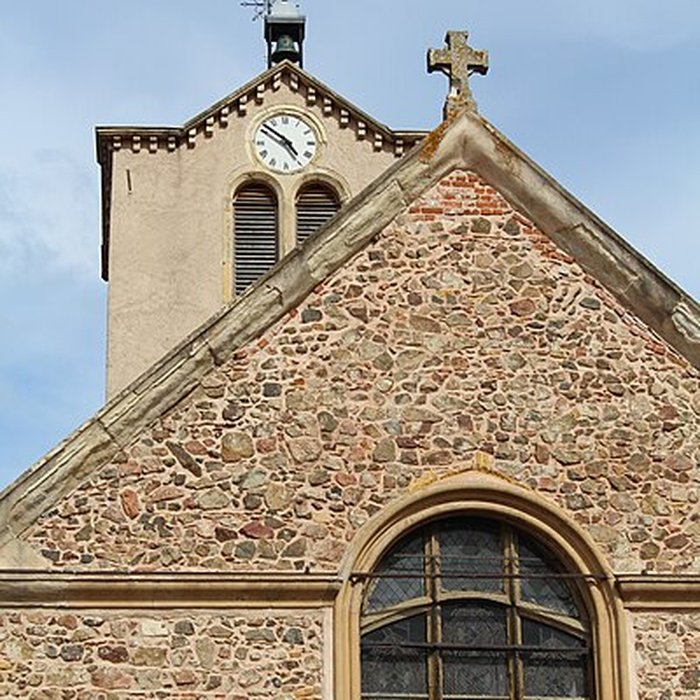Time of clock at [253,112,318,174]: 4:51
